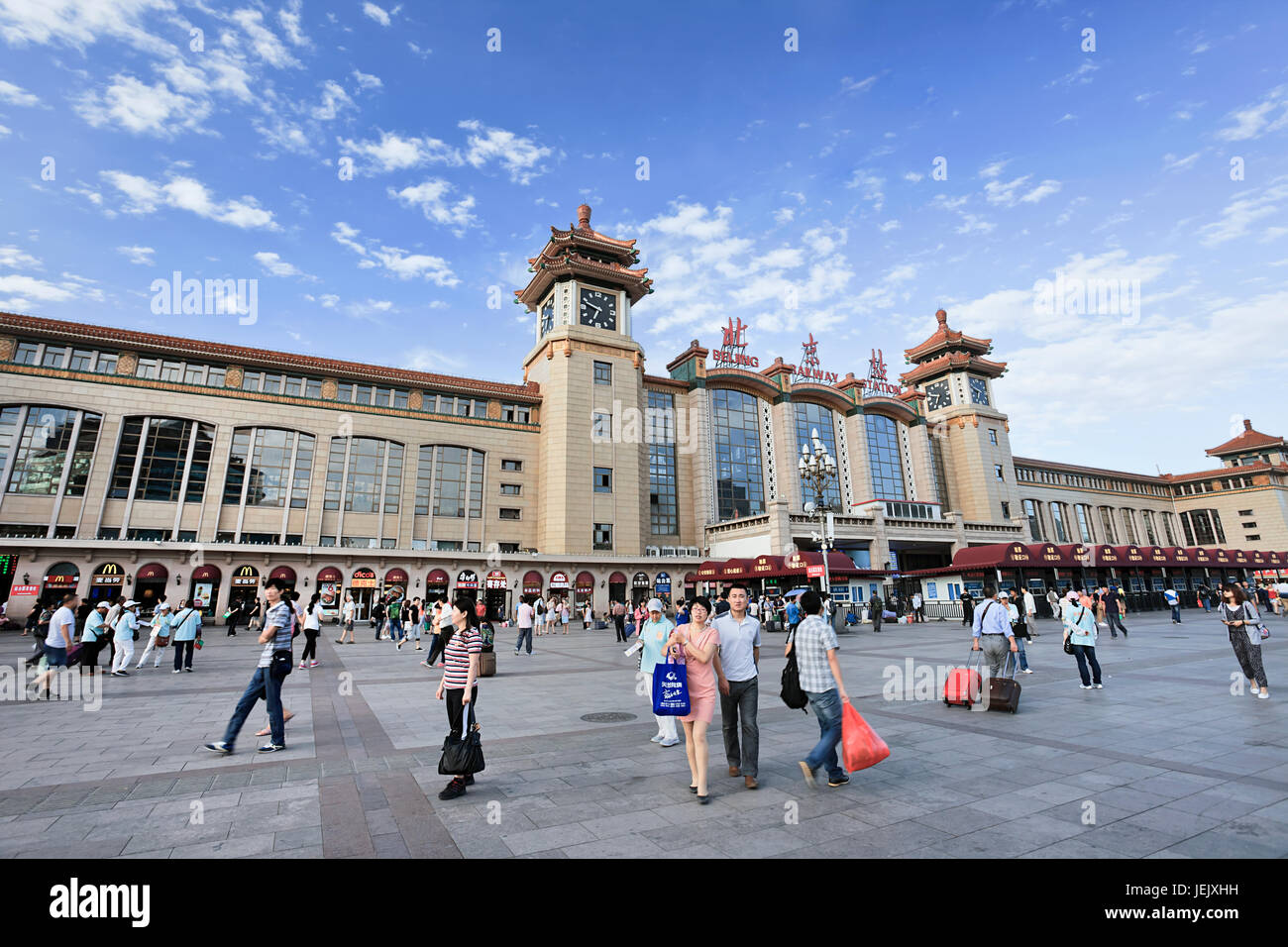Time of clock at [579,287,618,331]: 6:48
